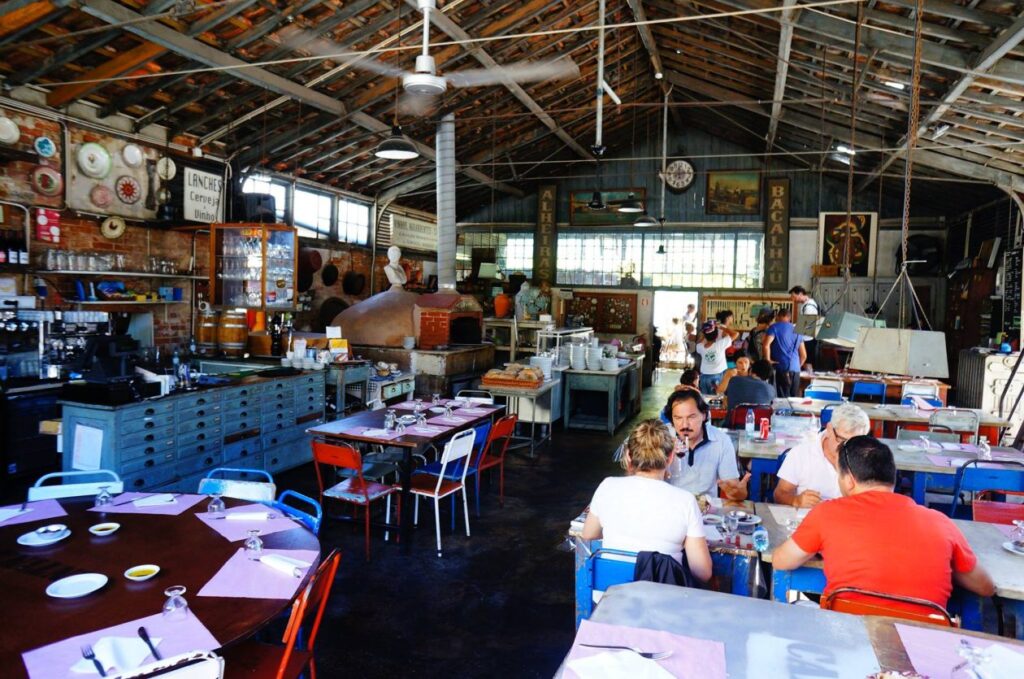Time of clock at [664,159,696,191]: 12:13
